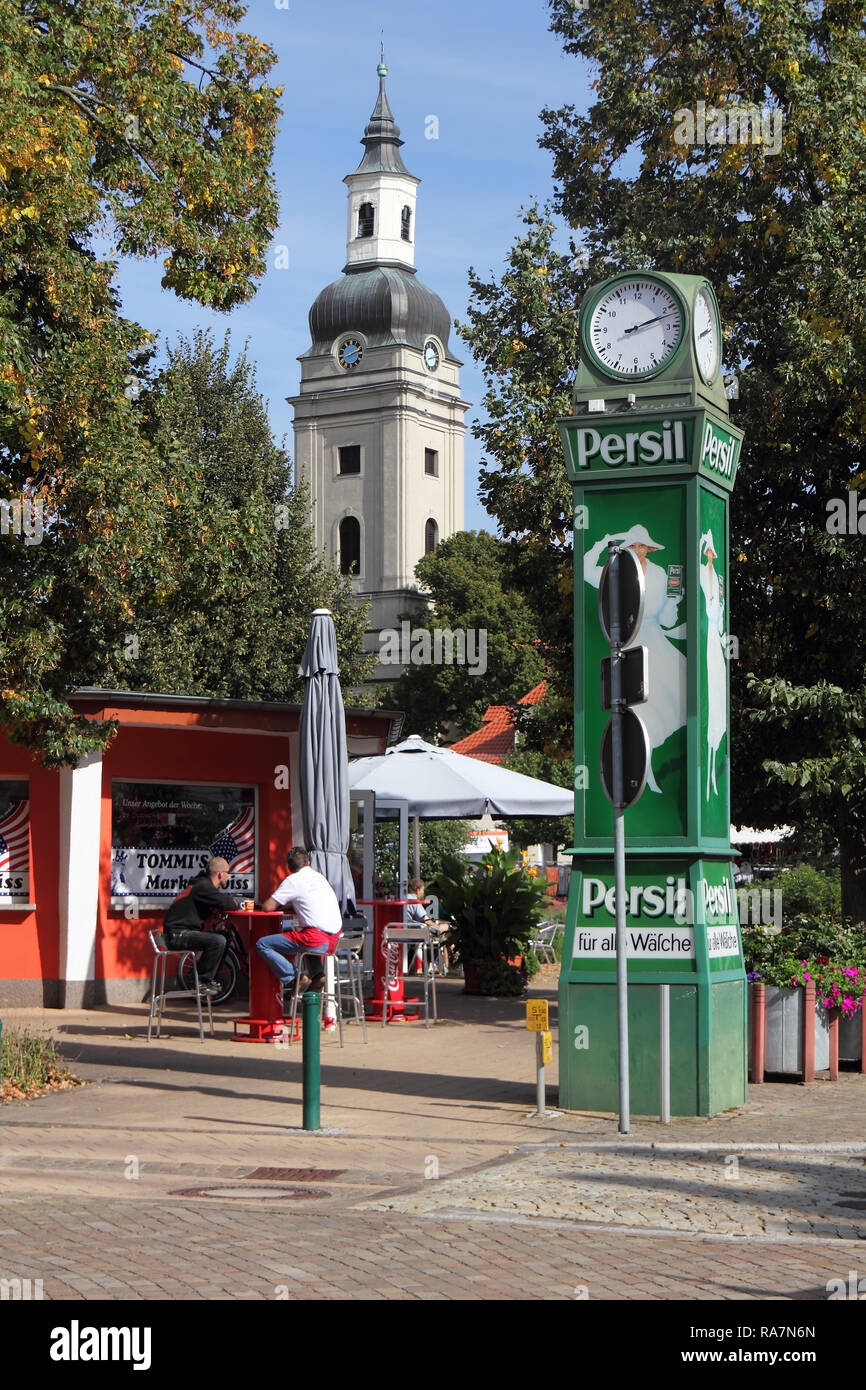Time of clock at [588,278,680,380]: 2:11
